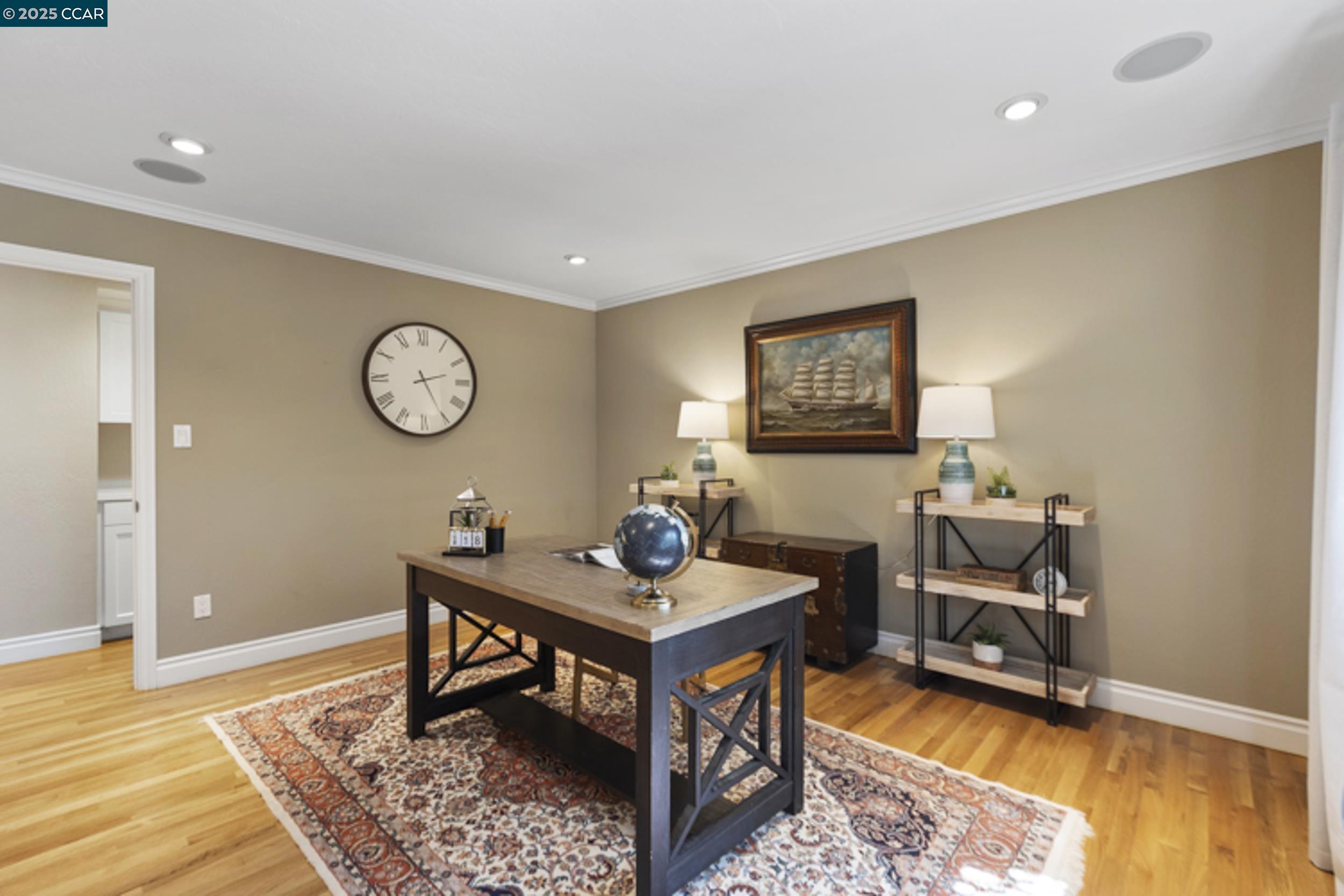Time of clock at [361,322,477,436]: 2:25
